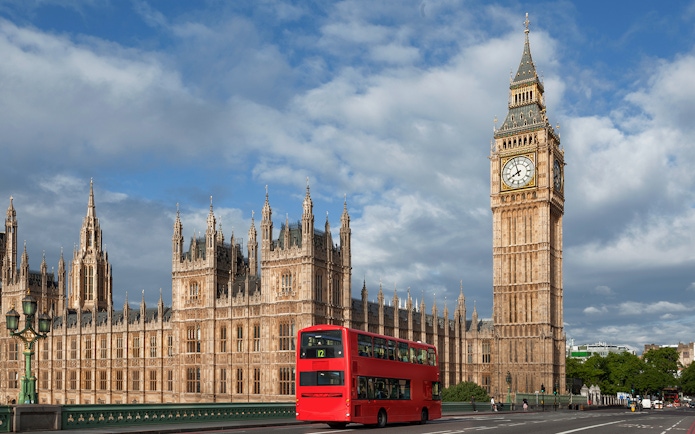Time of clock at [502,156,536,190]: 7:57
